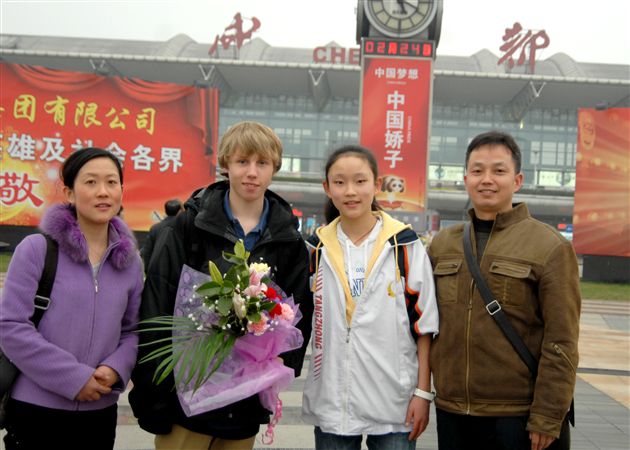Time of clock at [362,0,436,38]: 5:19
